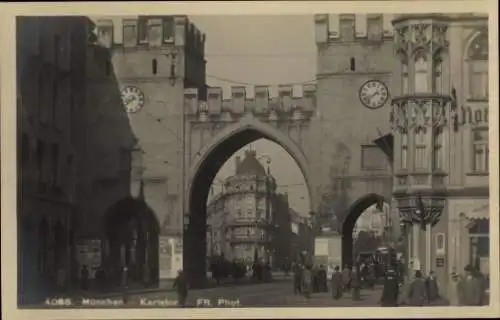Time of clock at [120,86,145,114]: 8:38
